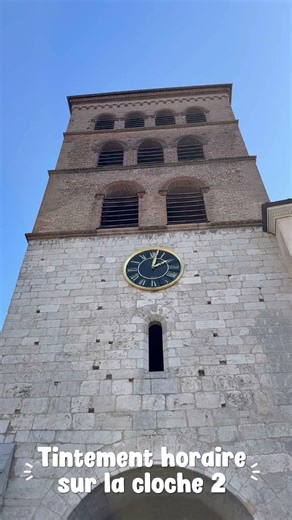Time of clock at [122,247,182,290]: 2:02
